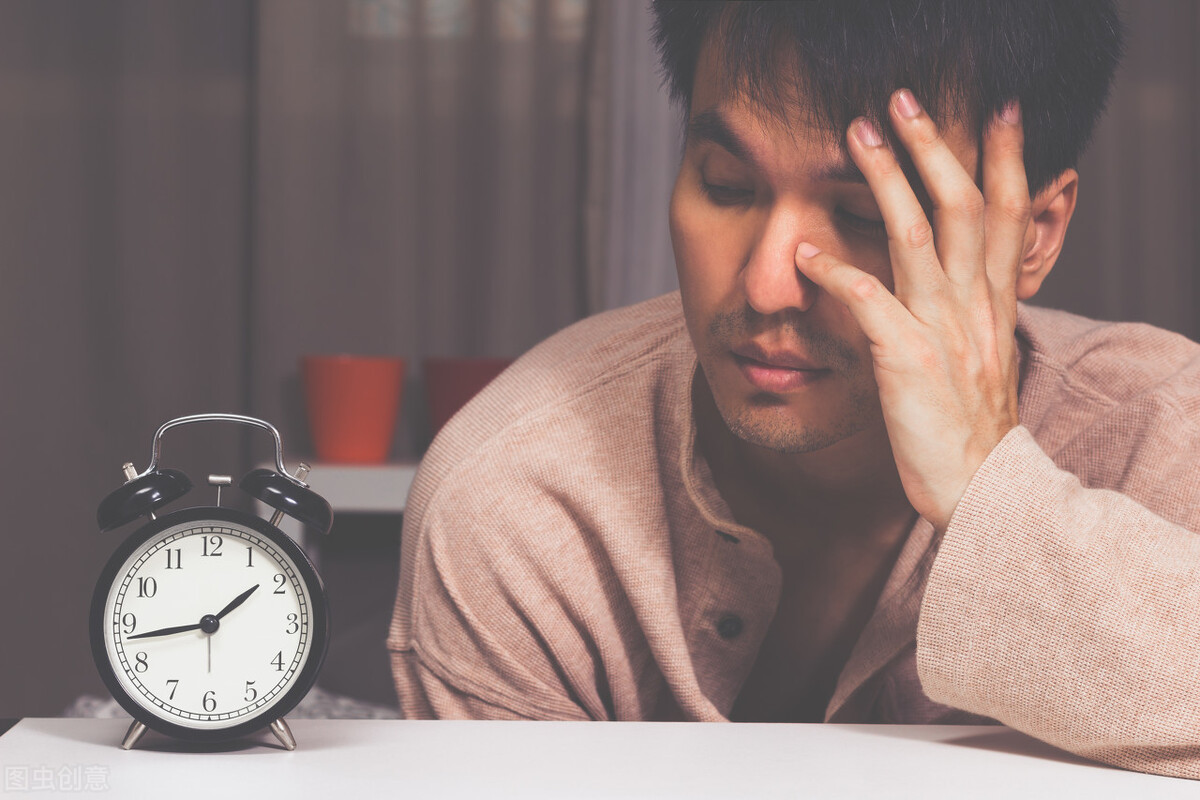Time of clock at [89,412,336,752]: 1:43
